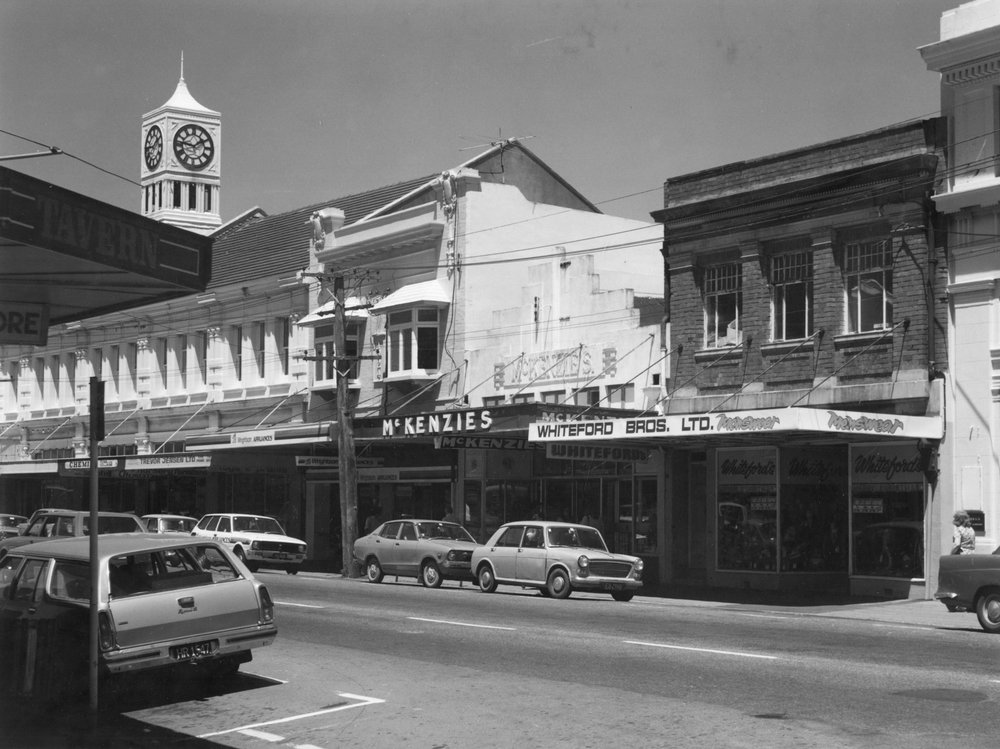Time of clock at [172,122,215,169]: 1:46
